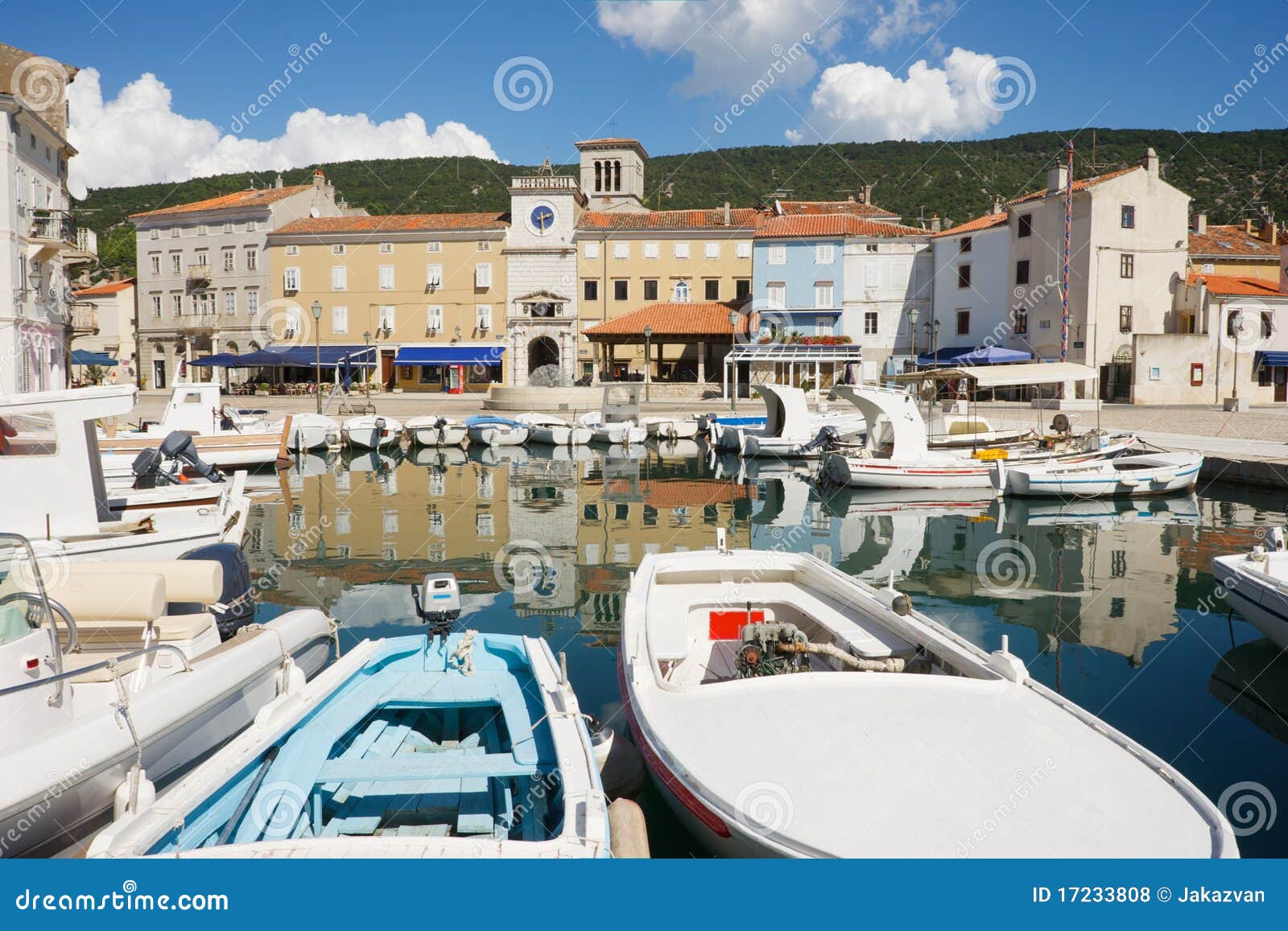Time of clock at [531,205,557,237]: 2:29
